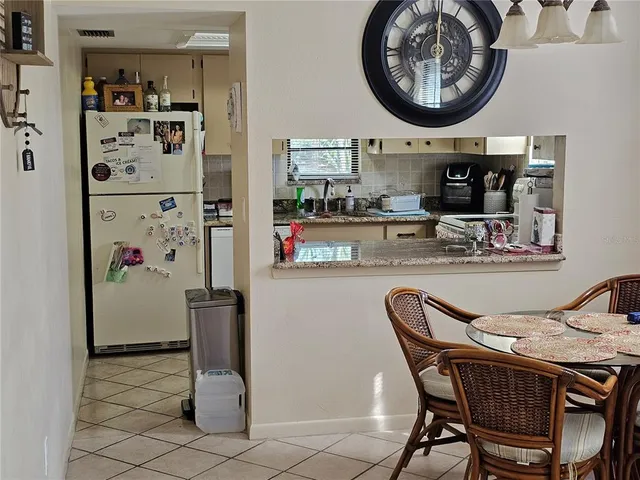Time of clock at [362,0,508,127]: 6:00
